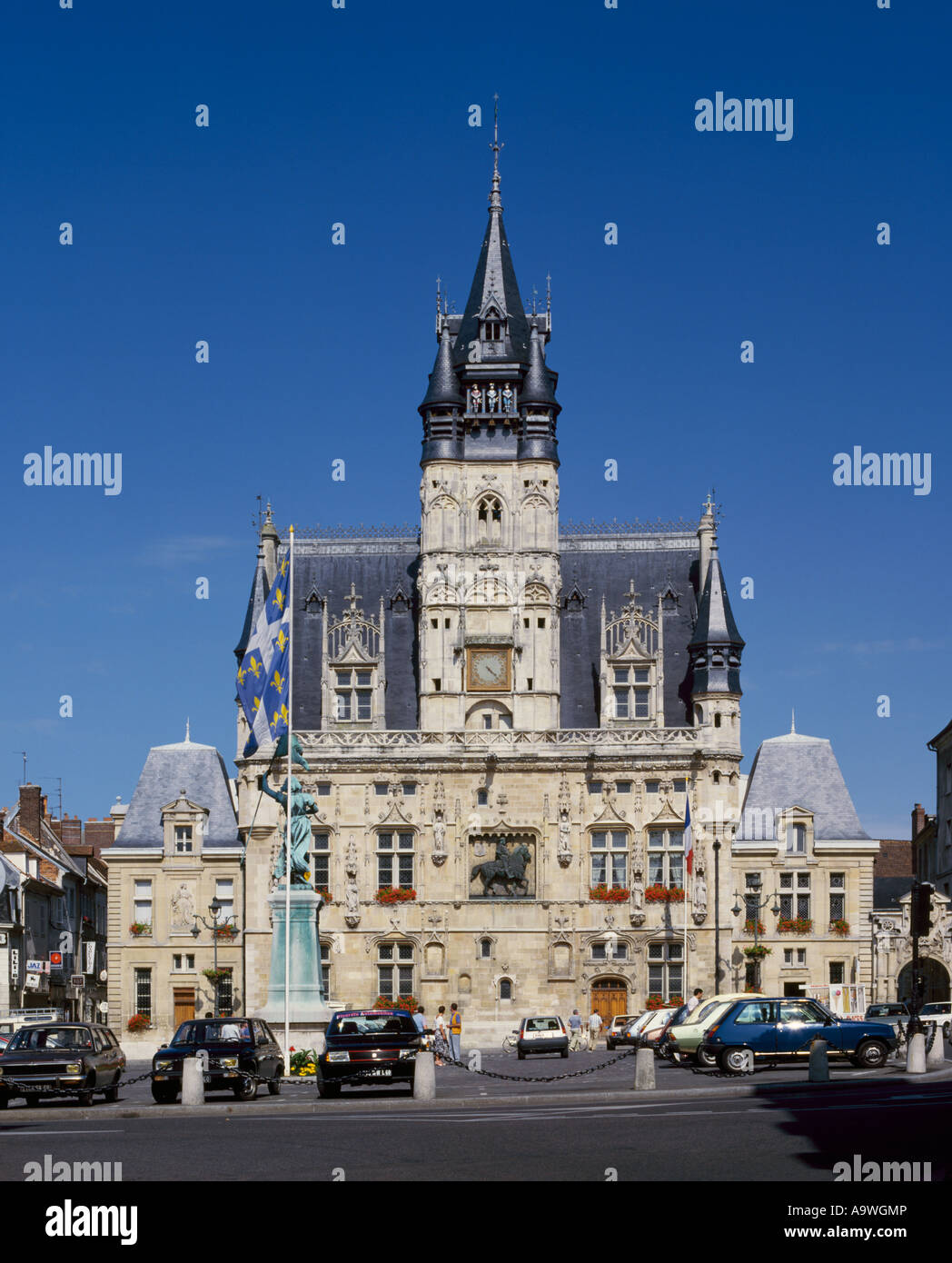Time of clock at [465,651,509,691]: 4:22
